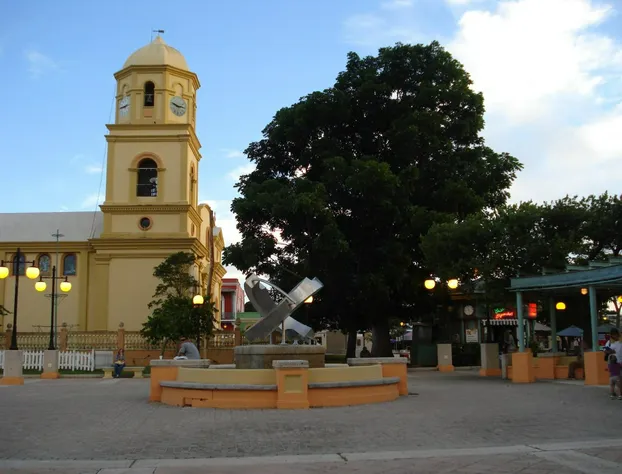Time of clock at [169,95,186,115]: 2:48
